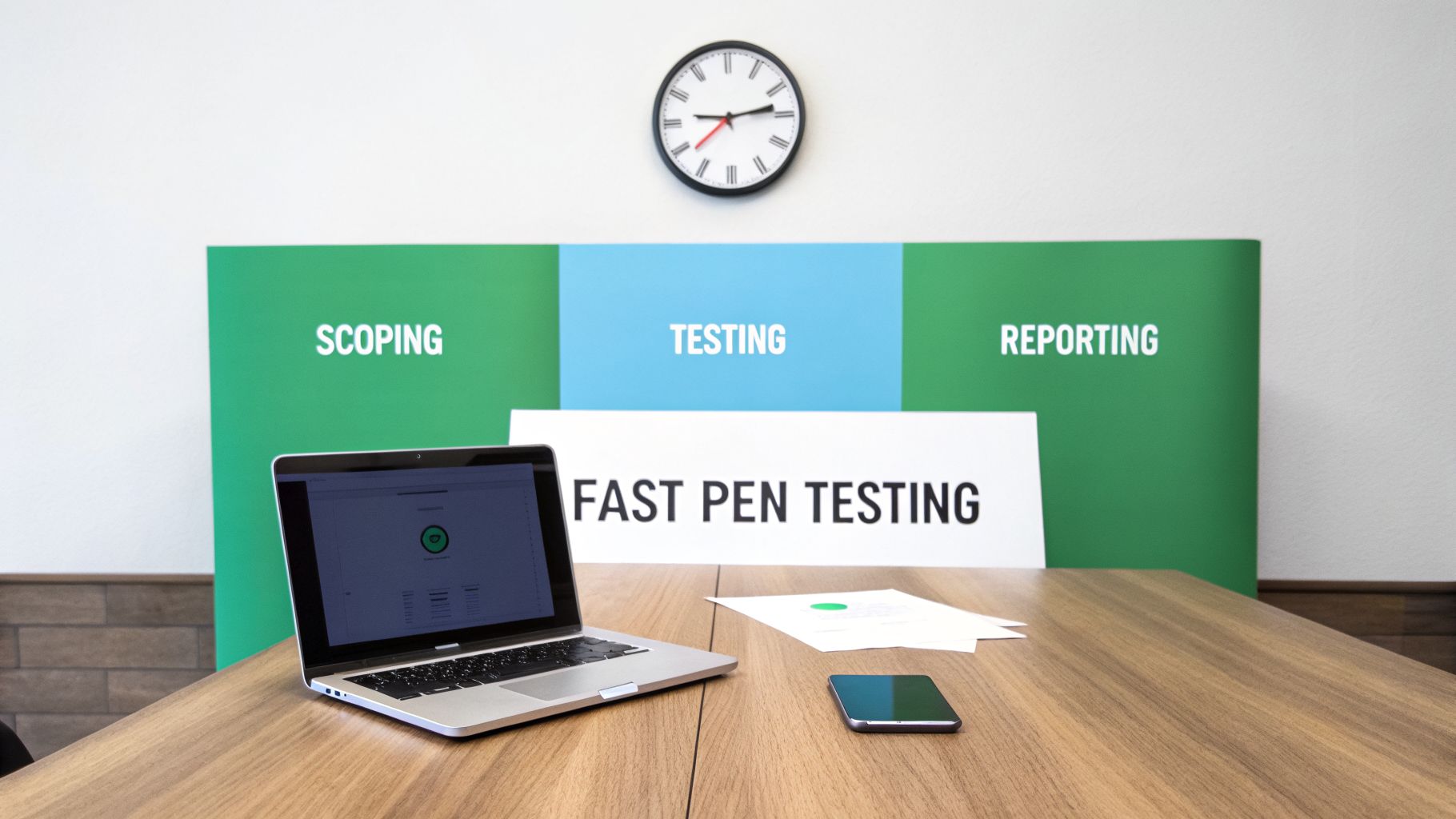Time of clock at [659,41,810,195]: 9:13
